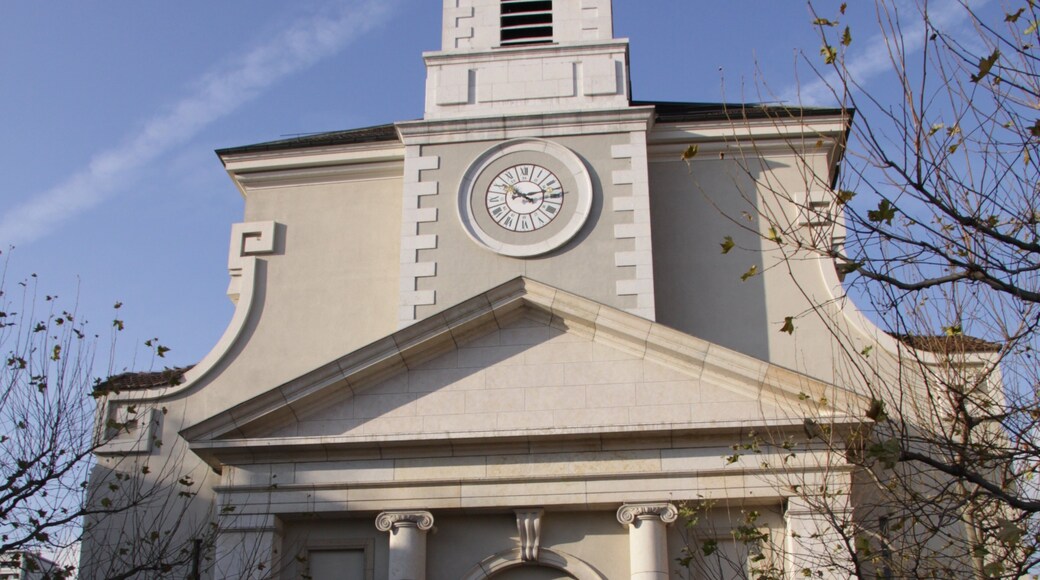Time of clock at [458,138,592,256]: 10:12
